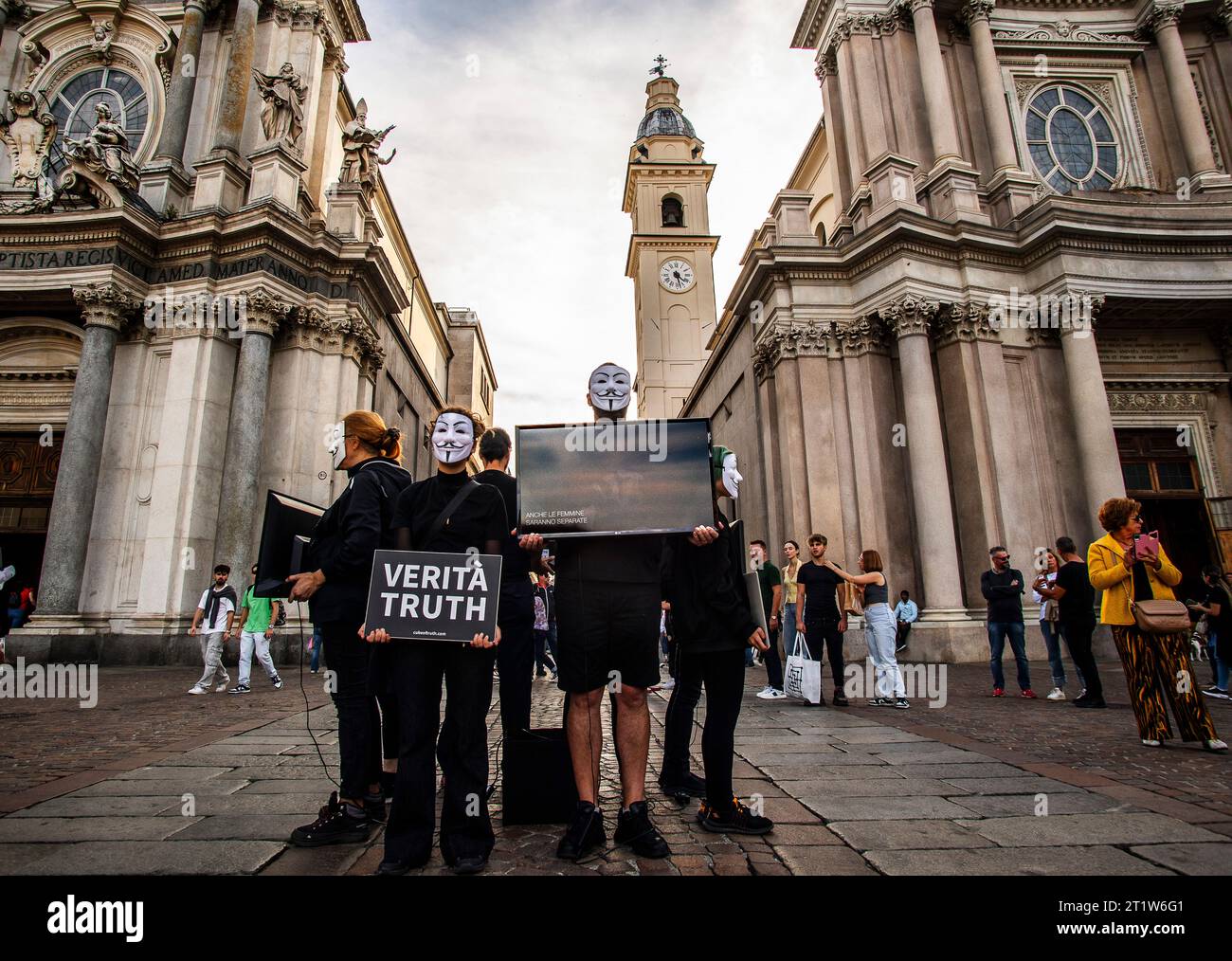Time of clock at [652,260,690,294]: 4:27
